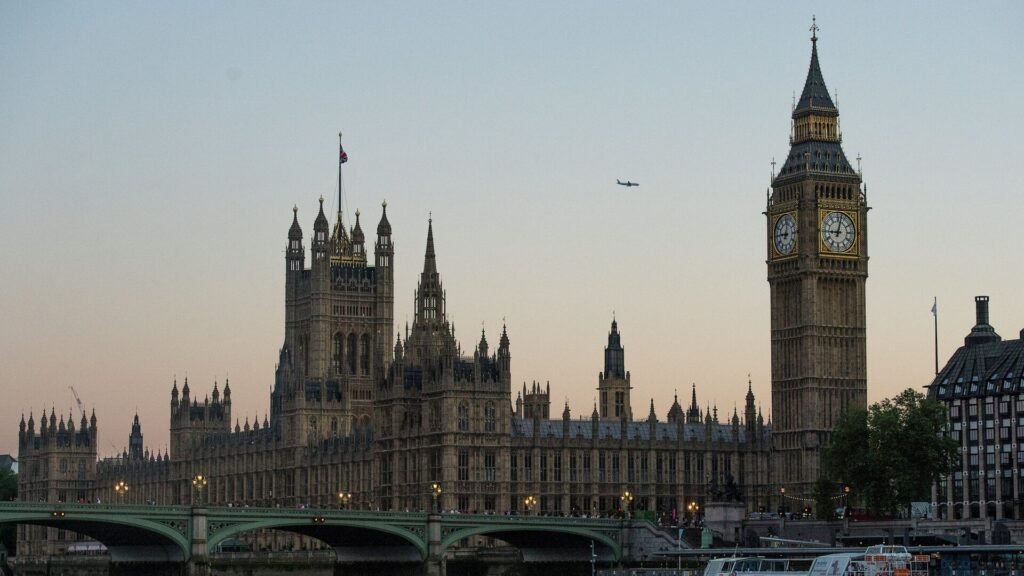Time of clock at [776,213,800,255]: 9:01
